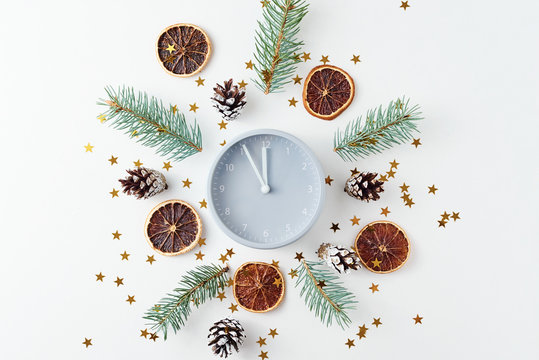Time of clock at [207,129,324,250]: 11:55
